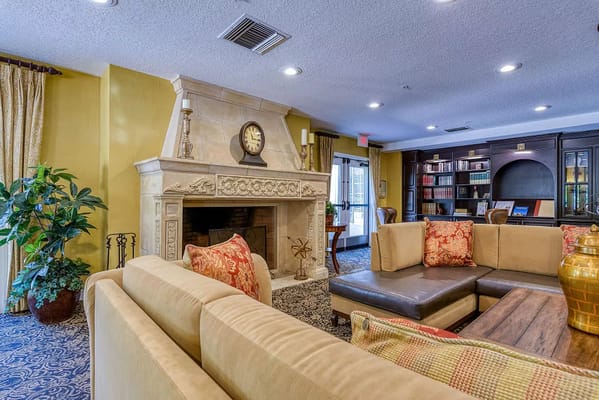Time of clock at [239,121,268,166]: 11:15
